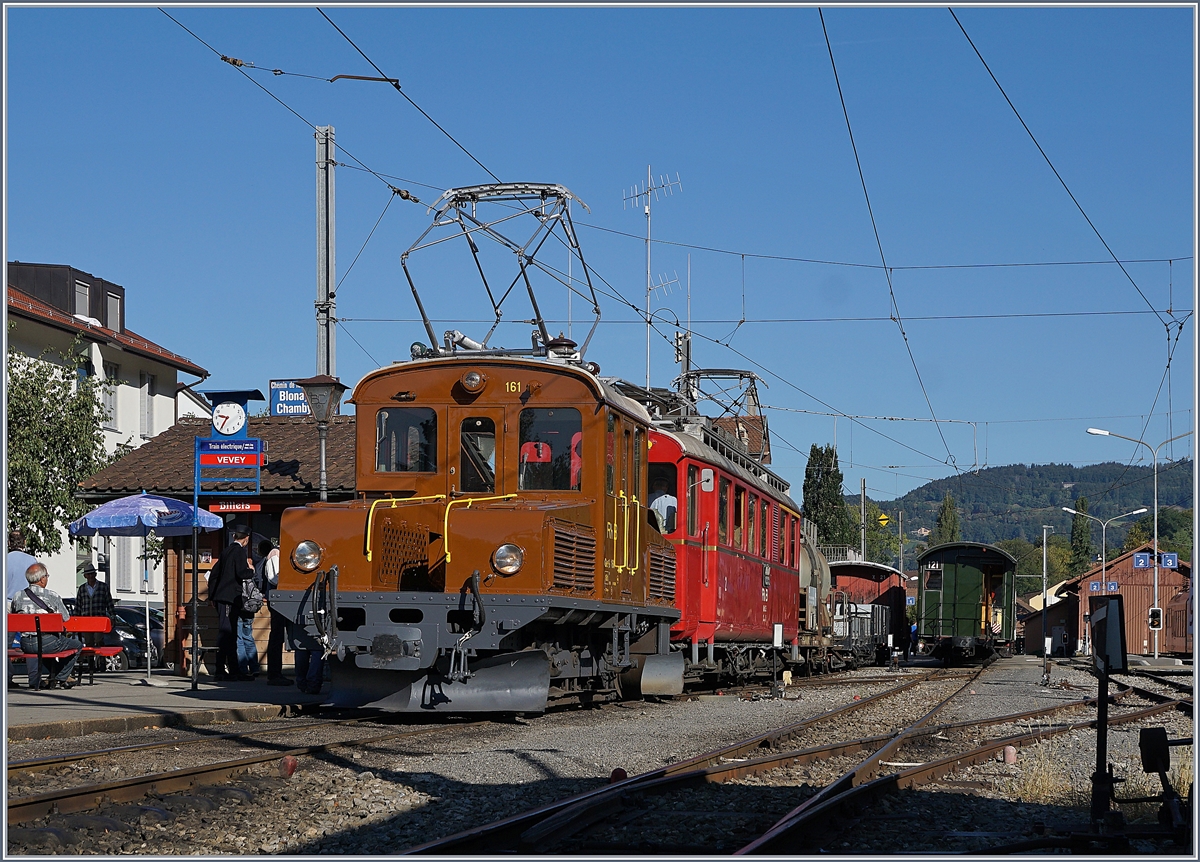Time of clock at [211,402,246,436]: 9:35
